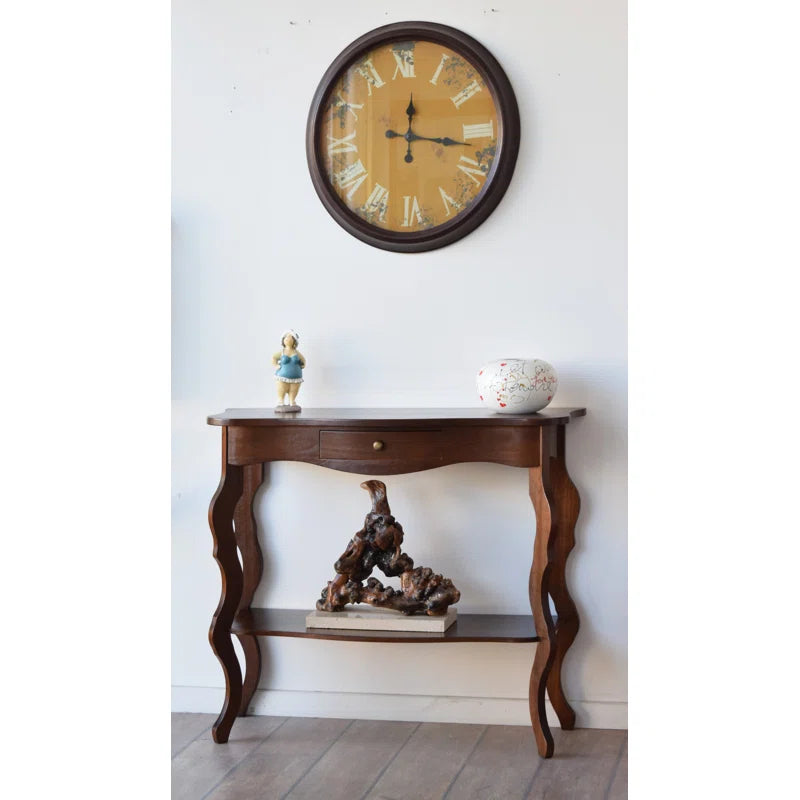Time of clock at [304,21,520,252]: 12:17
